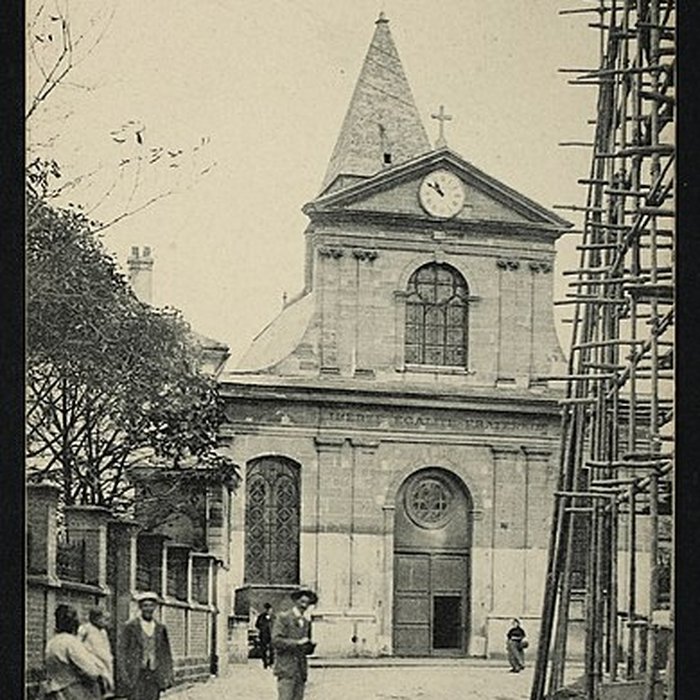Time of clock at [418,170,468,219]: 10:50
